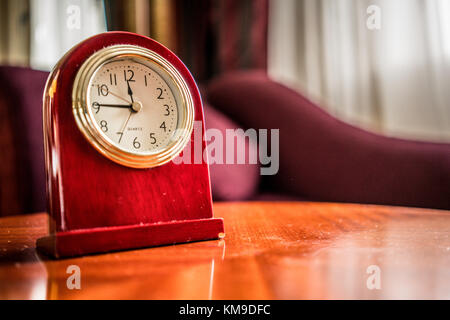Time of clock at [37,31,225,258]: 11:45
